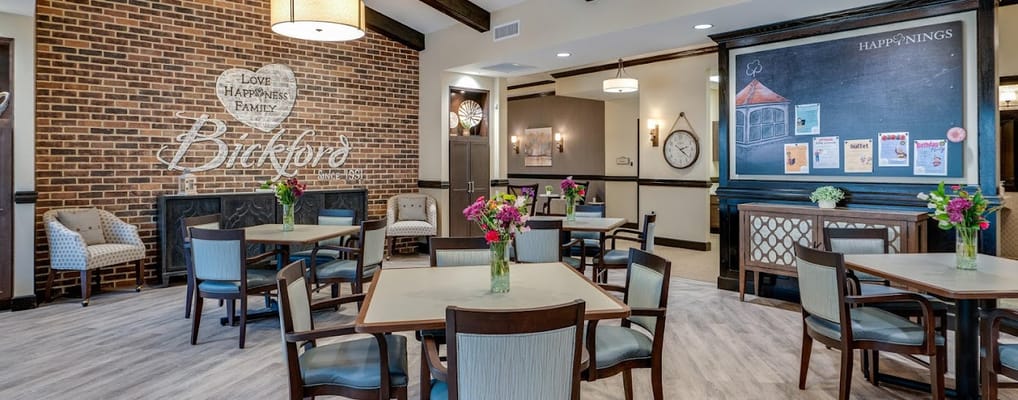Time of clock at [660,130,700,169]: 2:21
